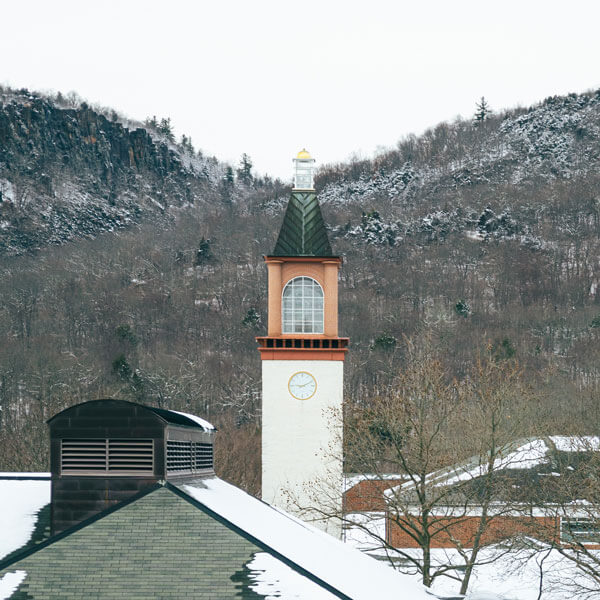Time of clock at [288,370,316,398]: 9:10
